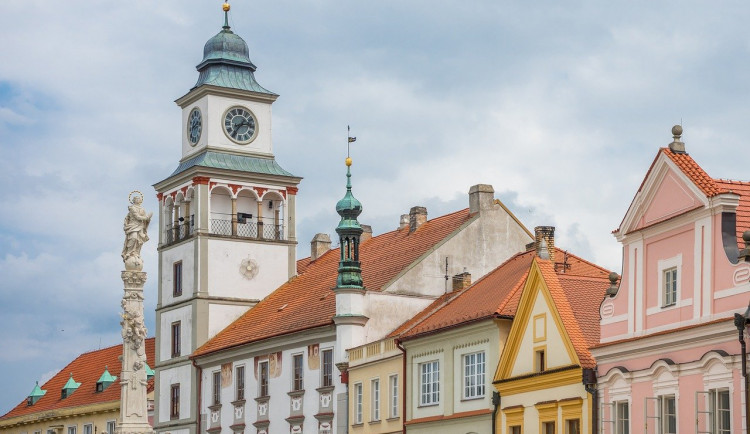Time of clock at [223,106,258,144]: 2:36
